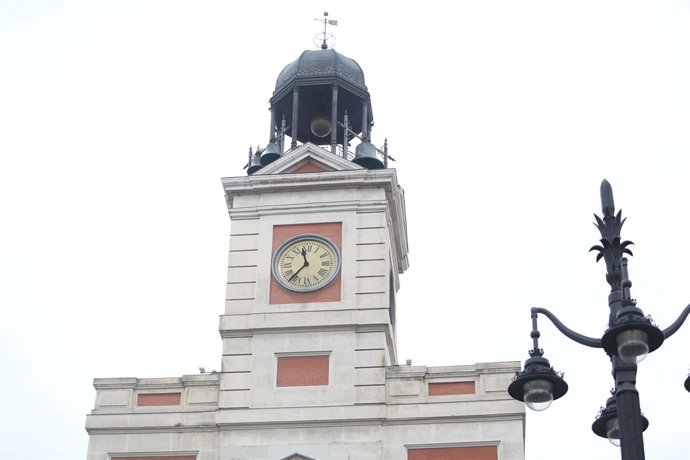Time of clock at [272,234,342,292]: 11:36
